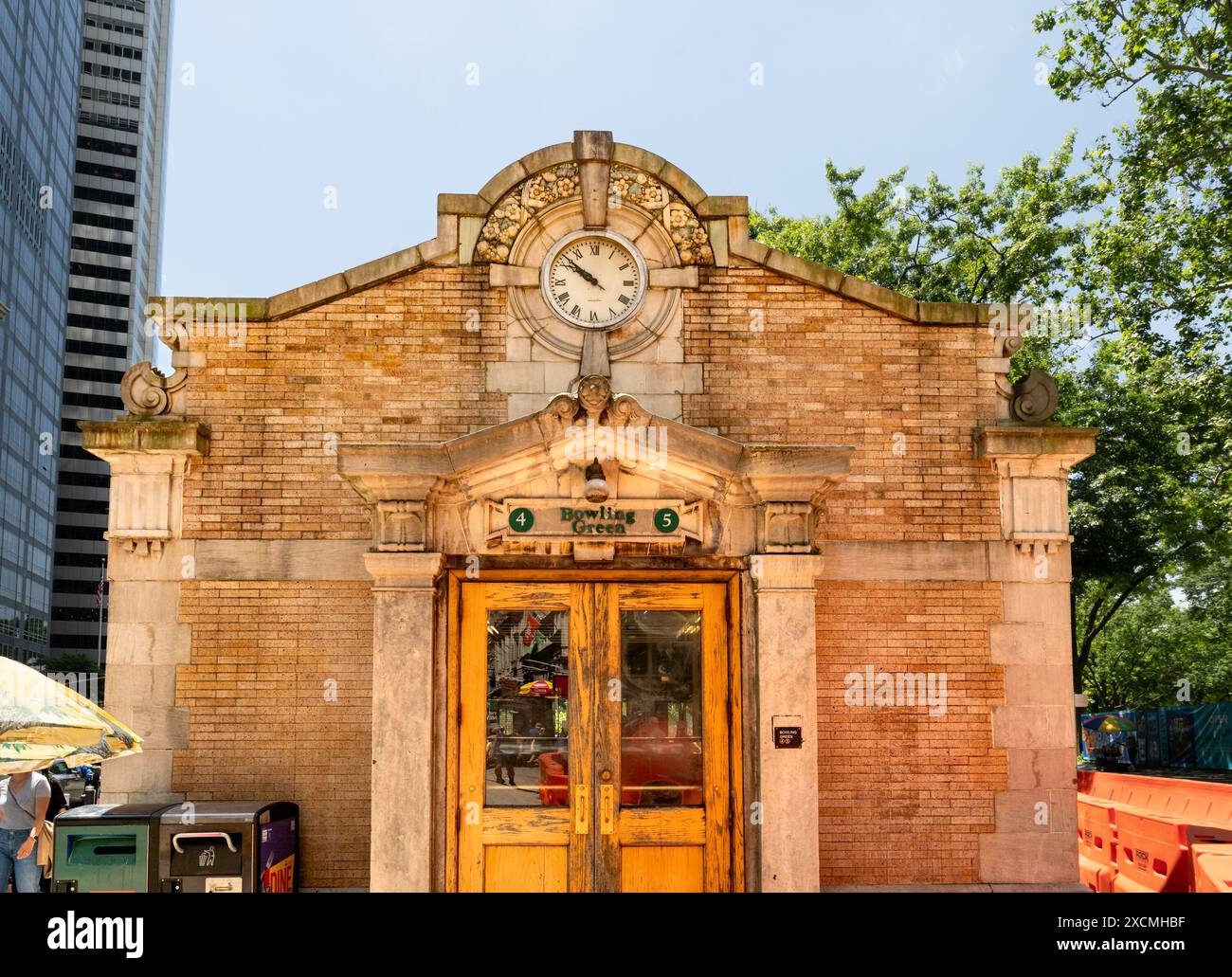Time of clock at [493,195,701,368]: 9:51
